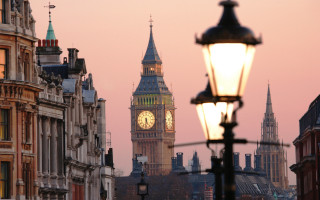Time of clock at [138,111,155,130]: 5:31
